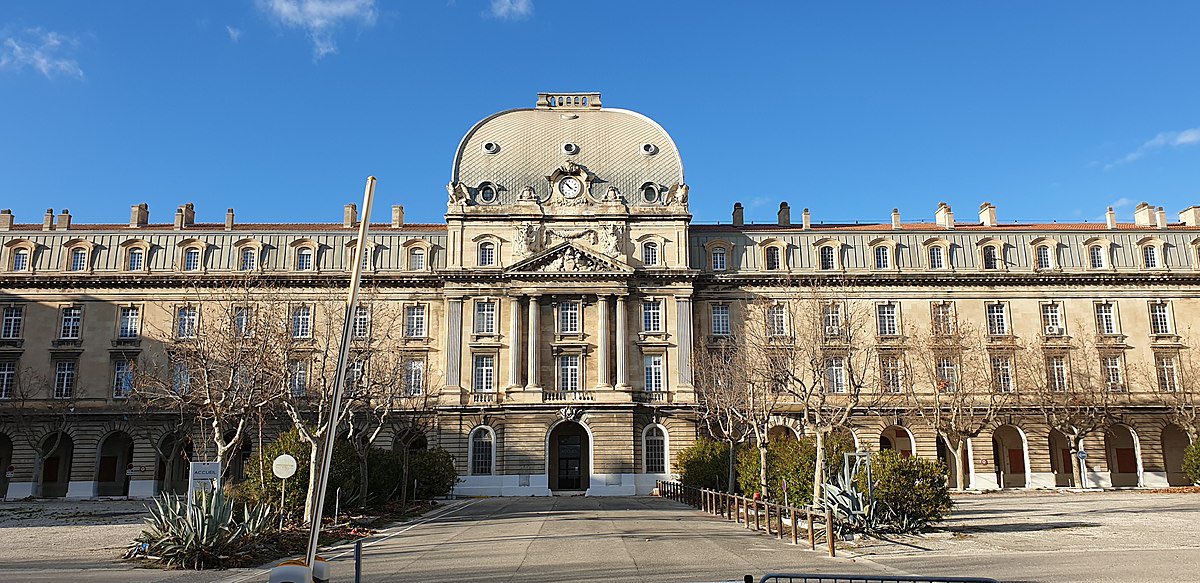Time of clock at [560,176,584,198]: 10:52
